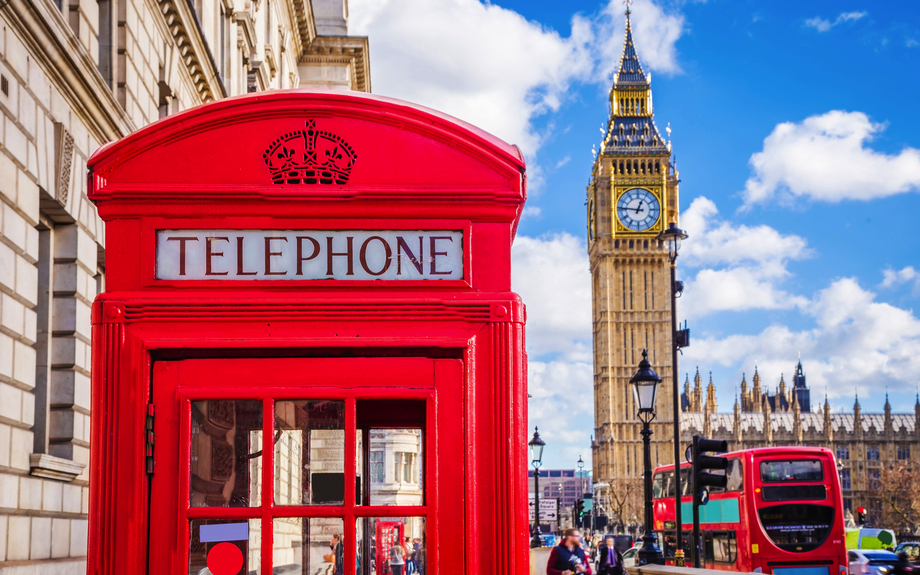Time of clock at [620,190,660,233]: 12:46
